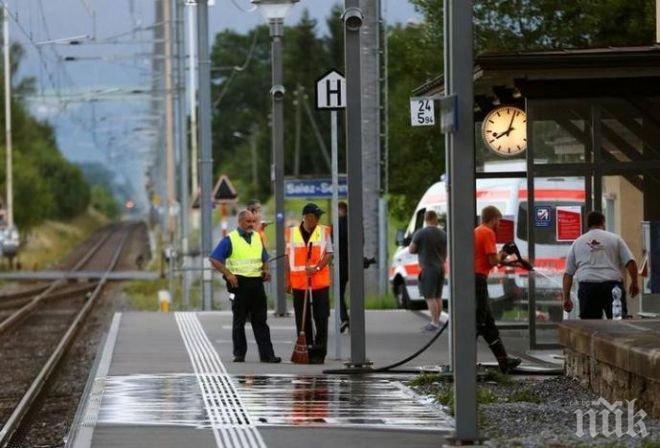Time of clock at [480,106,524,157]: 8:03
